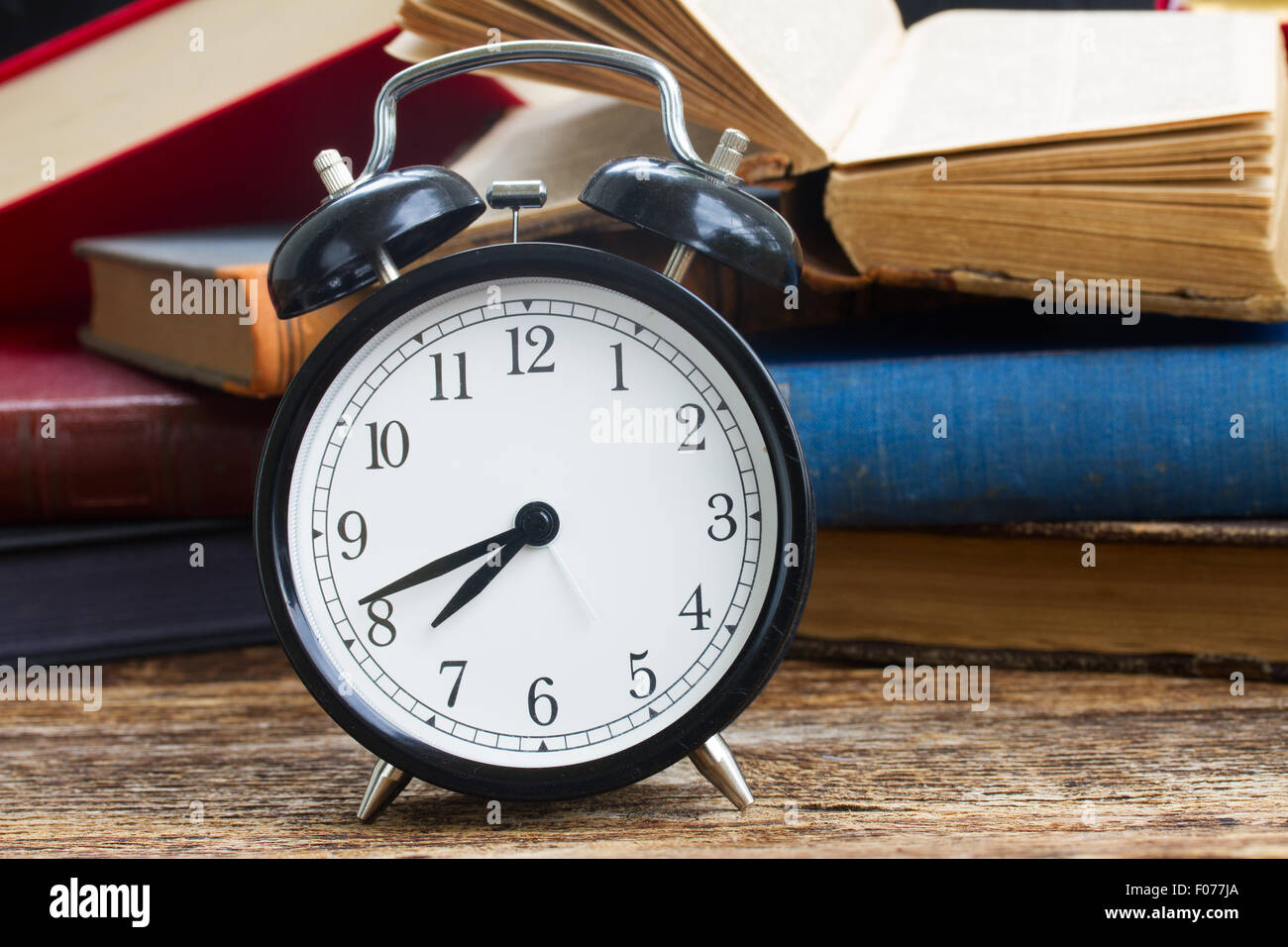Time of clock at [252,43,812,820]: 7:41
